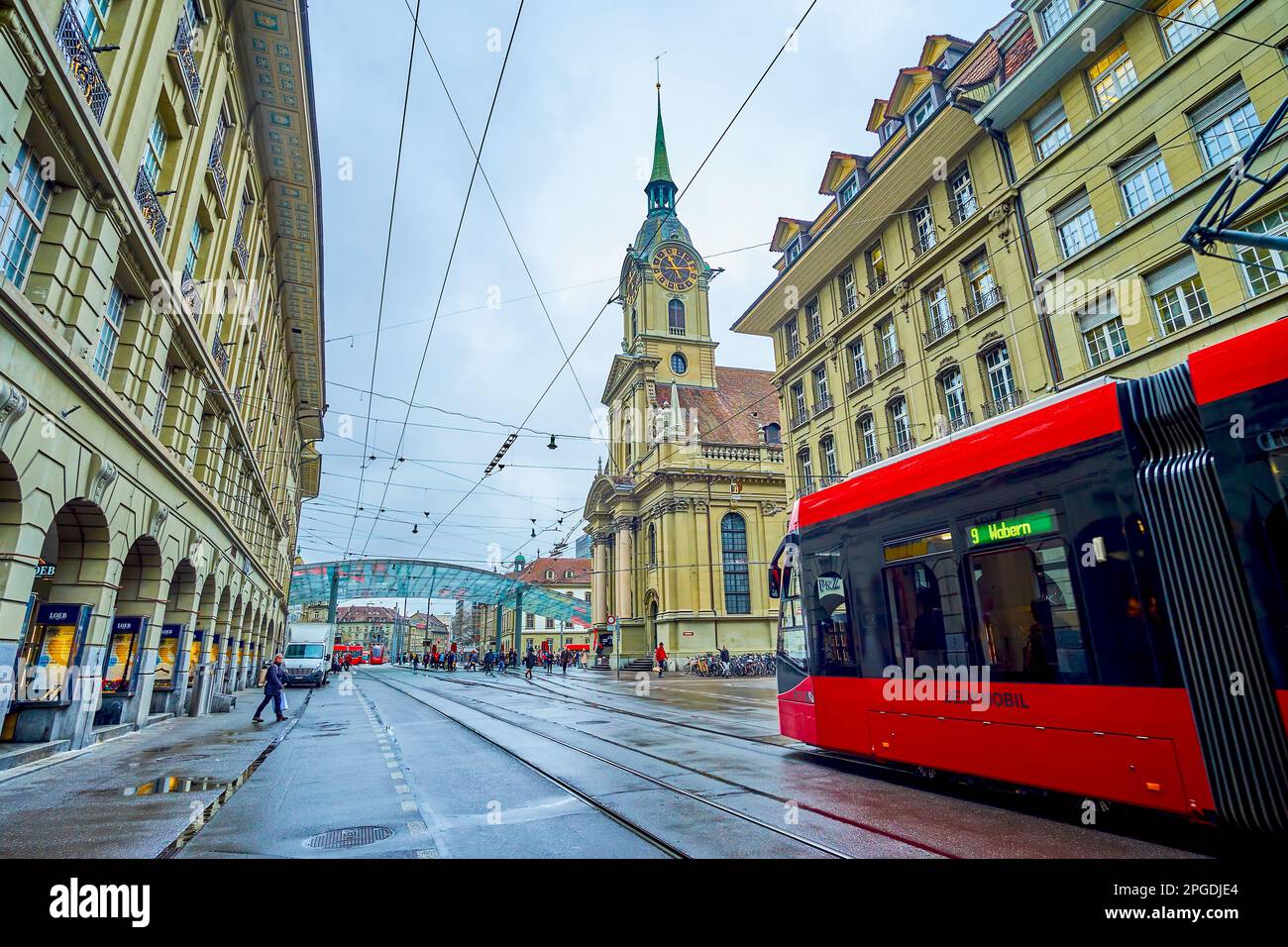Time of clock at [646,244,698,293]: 11:13
